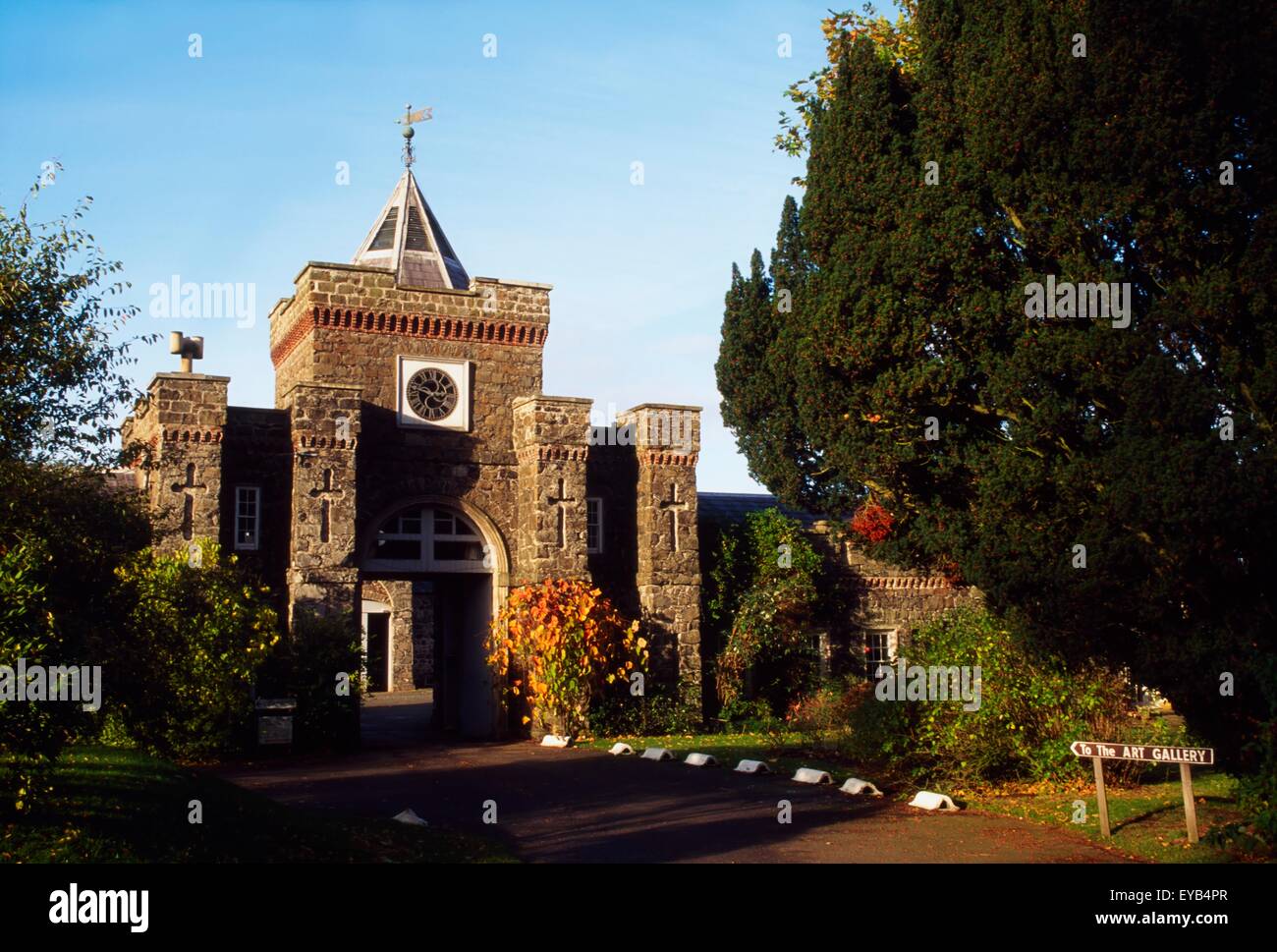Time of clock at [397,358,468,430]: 2:47
